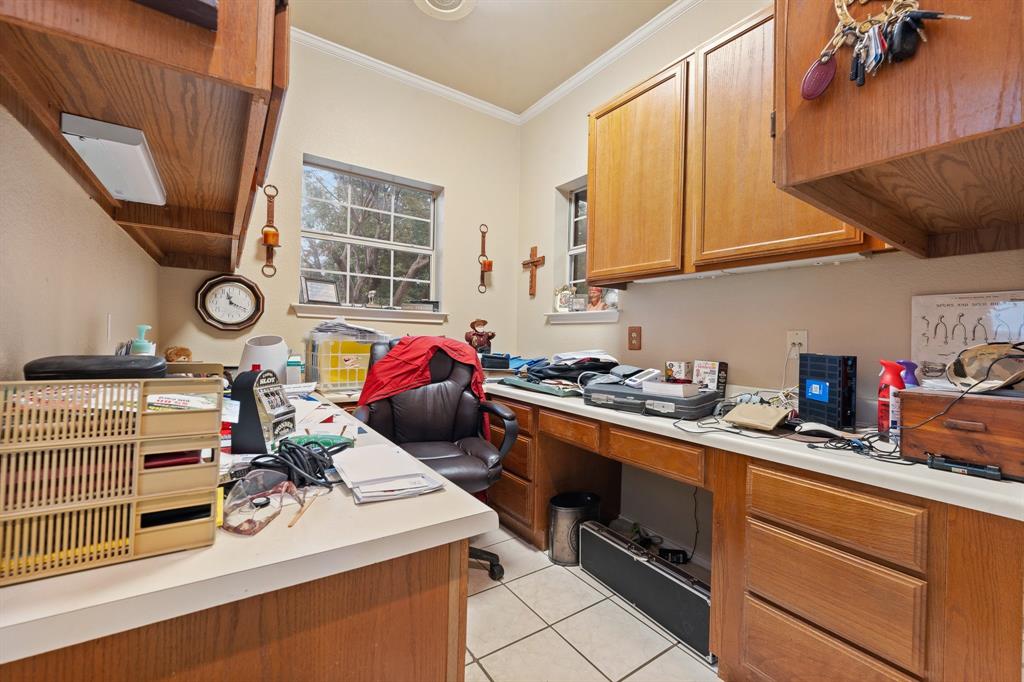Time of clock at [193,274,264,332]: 11:19
